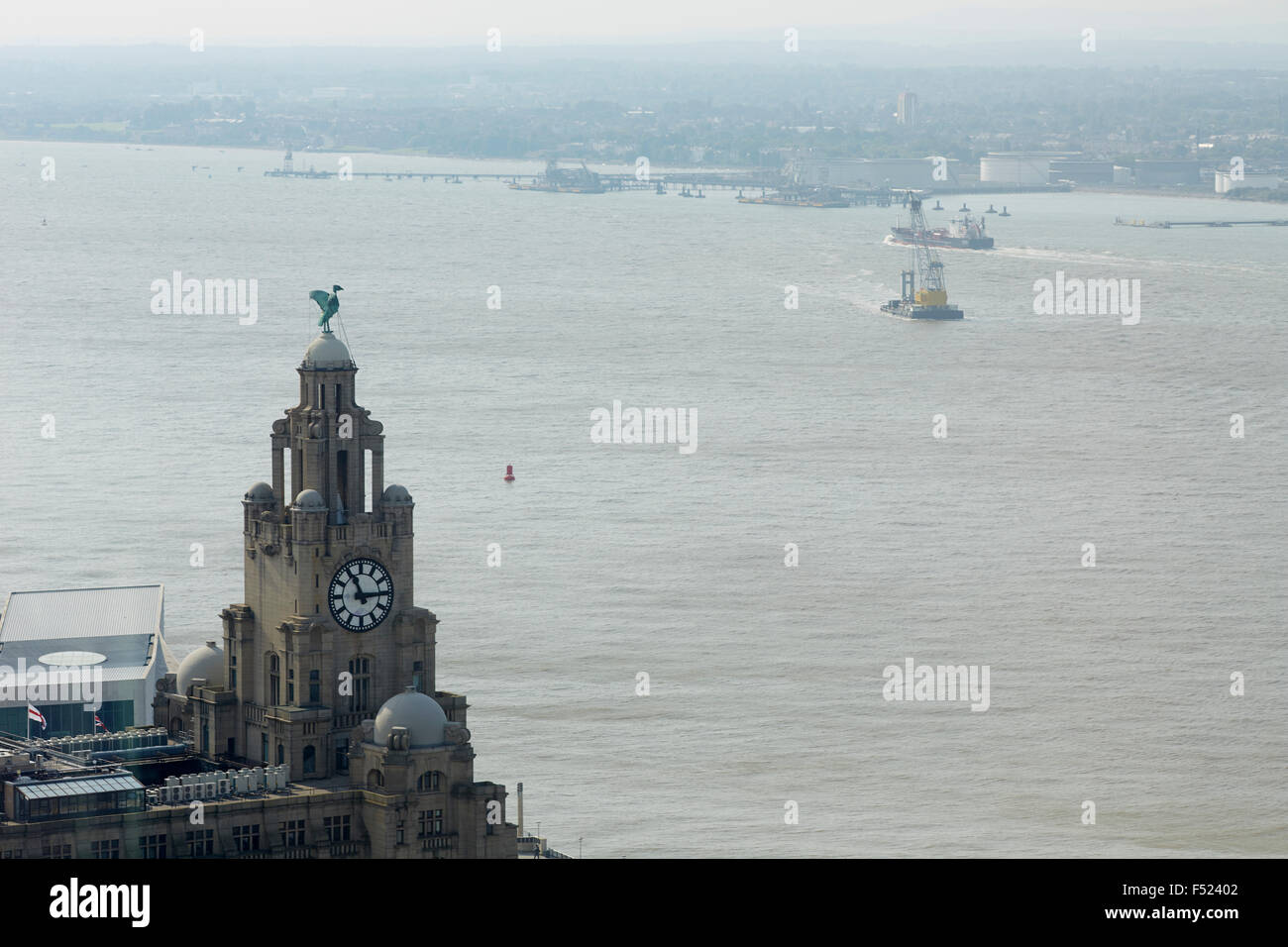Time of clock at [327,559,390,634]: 11:14
